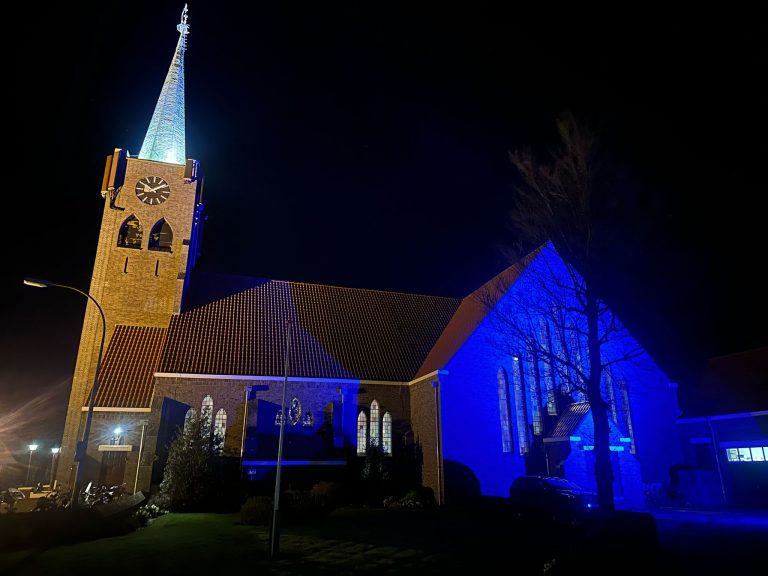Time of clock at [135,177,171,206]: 1:50
